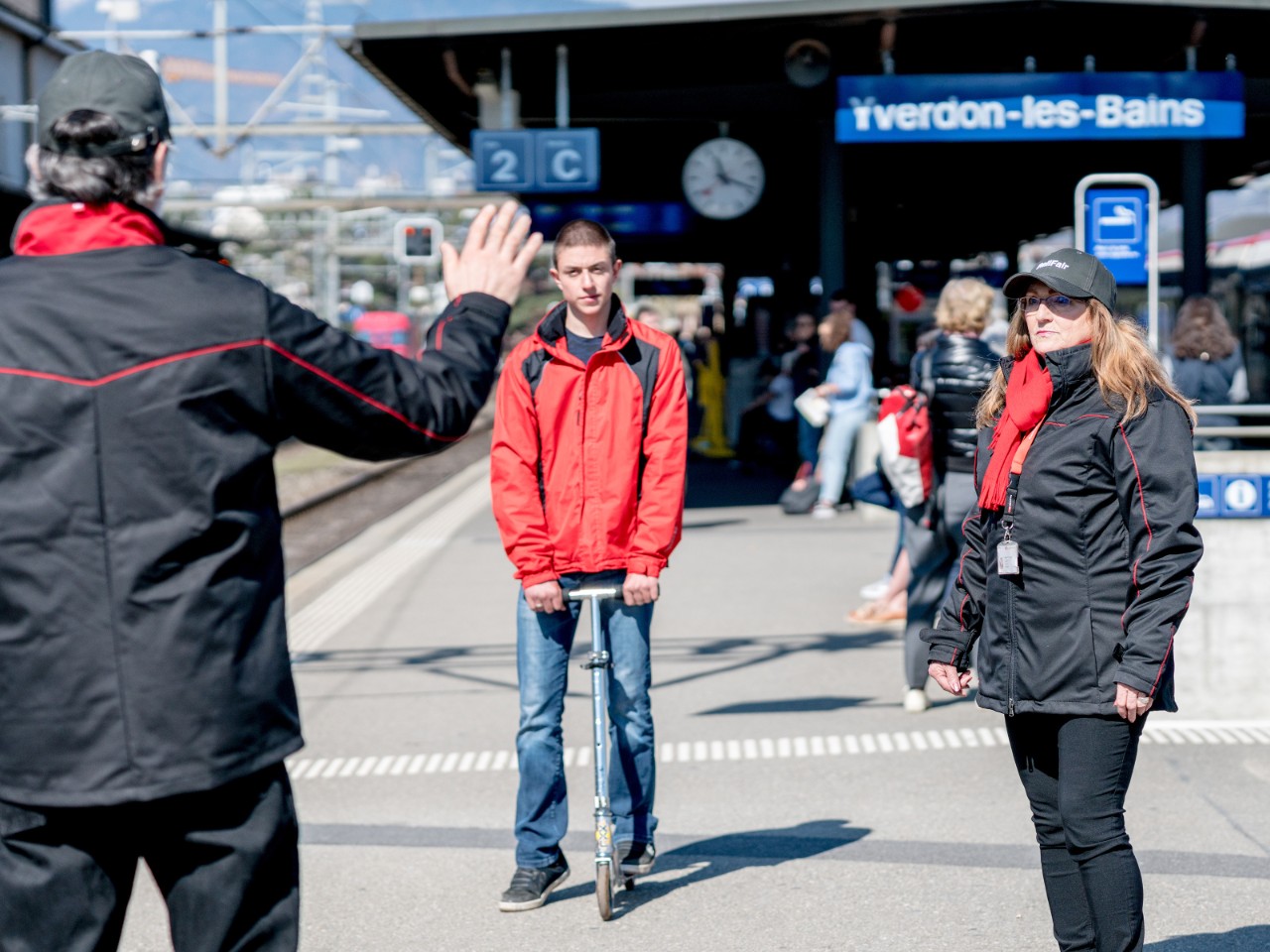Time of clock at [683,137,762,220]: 11:18
